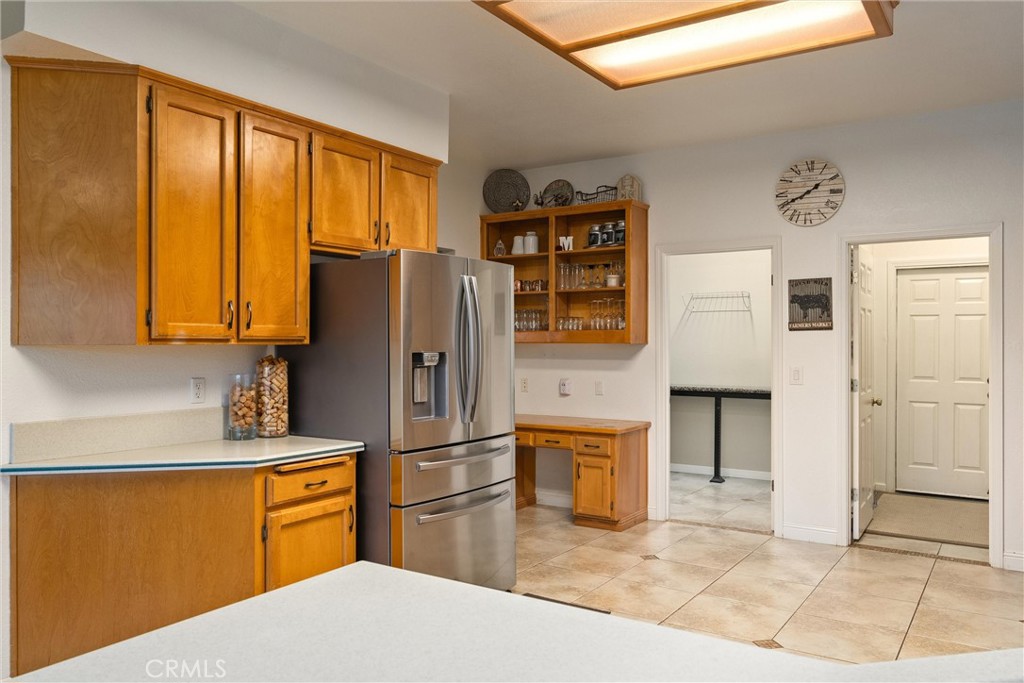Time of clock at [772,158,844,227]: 1:40
